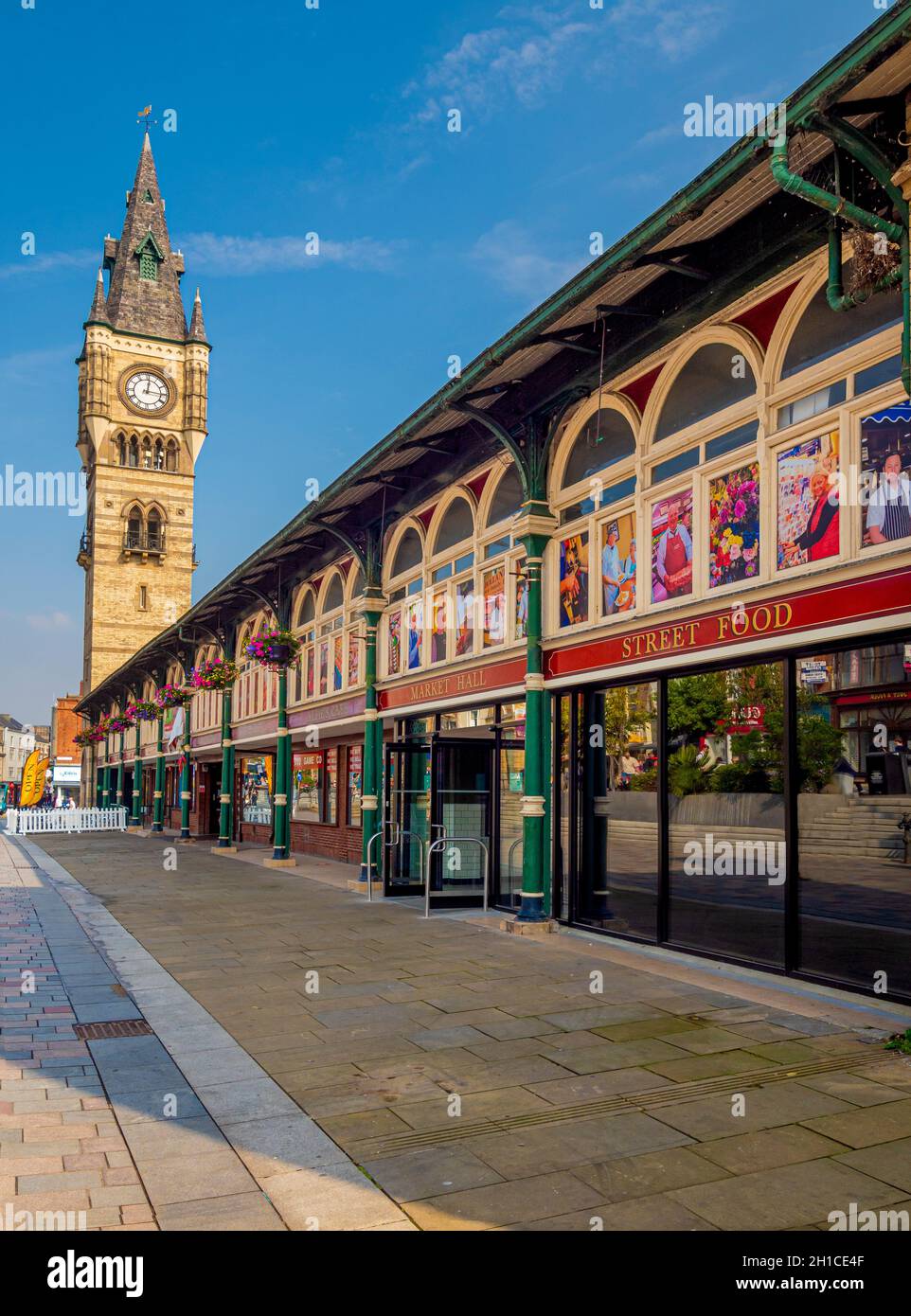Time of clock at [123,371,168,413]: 12:15
